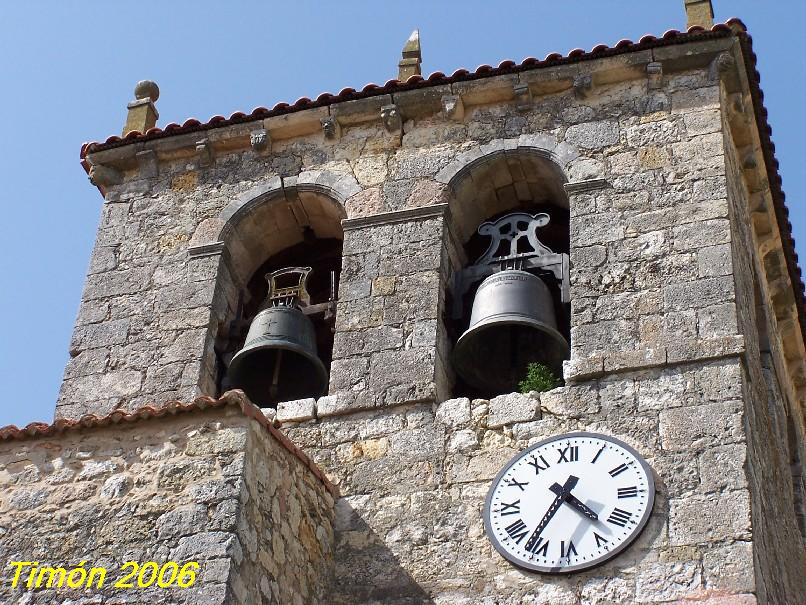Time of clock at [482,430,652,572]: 4:35
